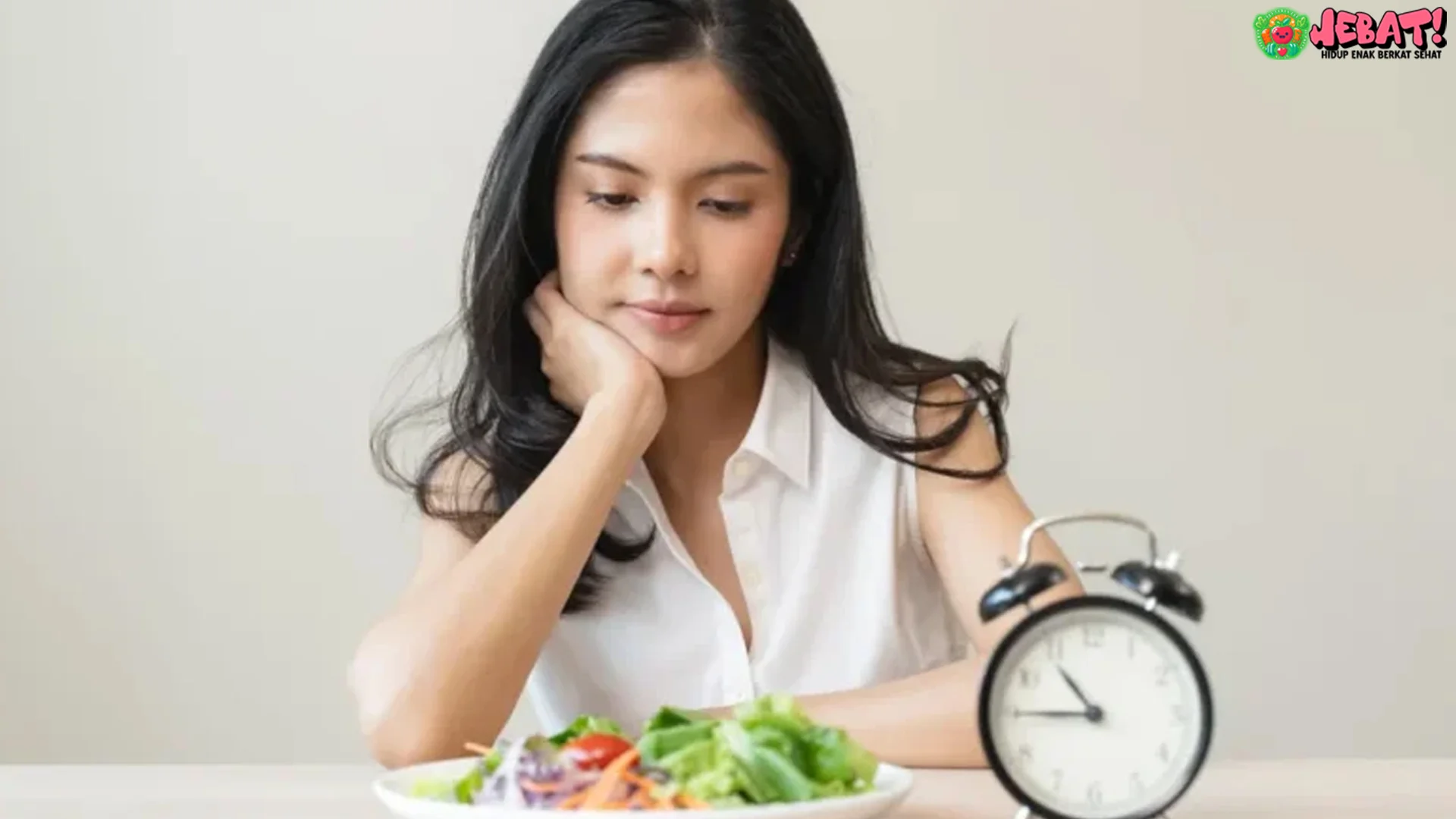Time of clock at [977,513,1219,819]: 10:45
